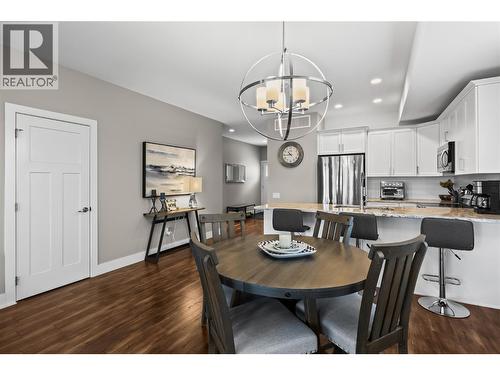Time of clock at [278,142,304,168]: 10:43
